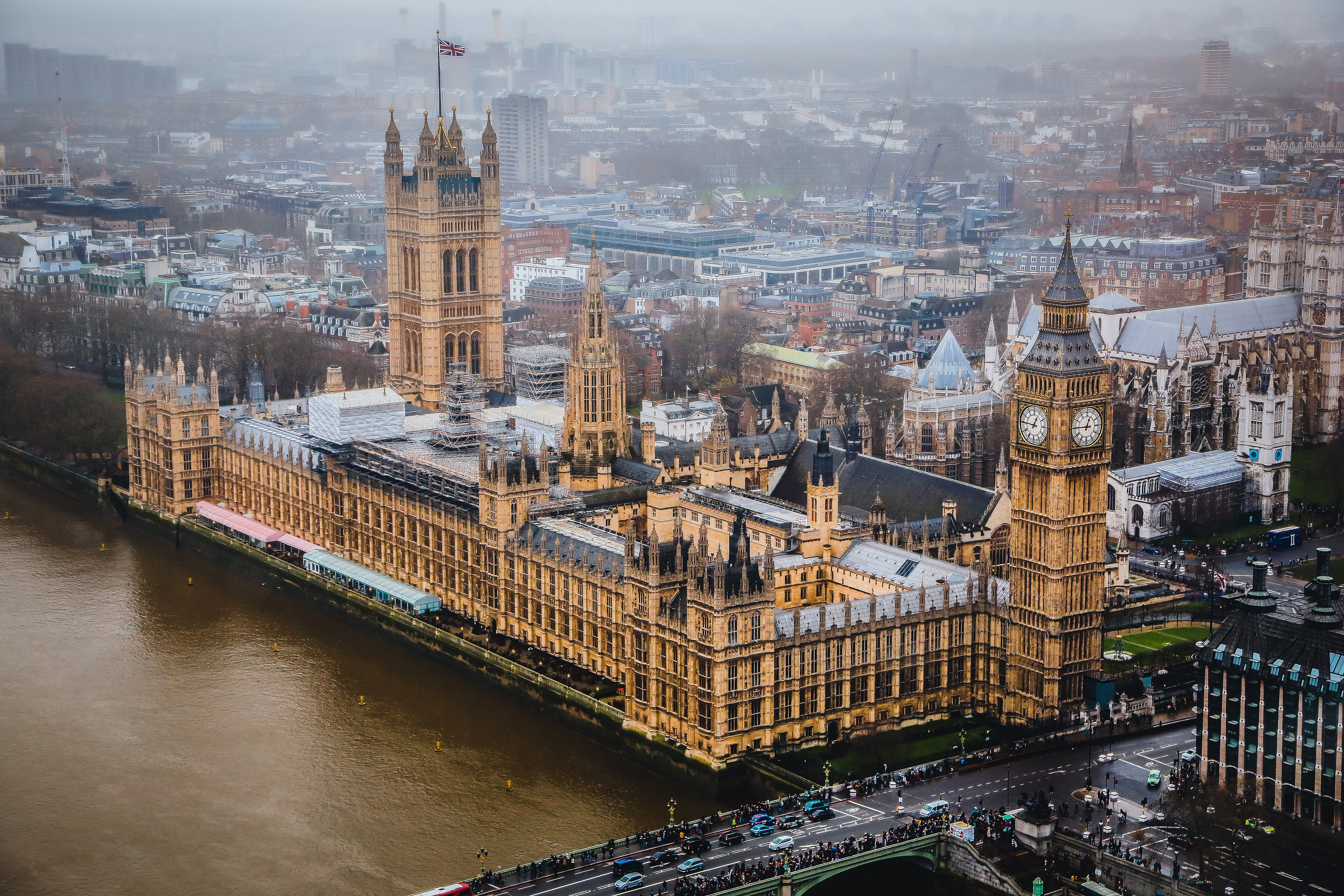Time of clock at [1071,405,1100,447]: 12:45
